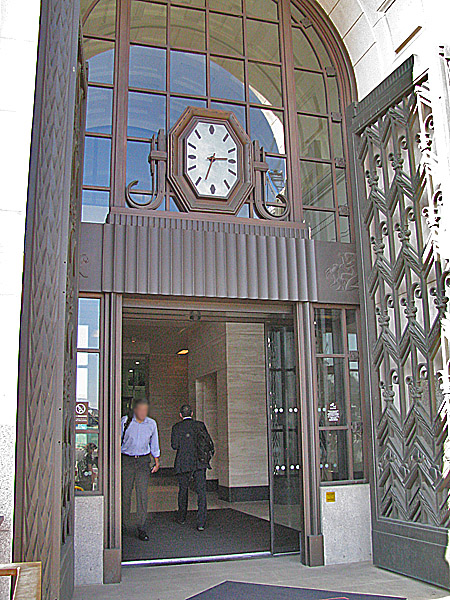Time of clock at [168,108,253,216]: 2:33
